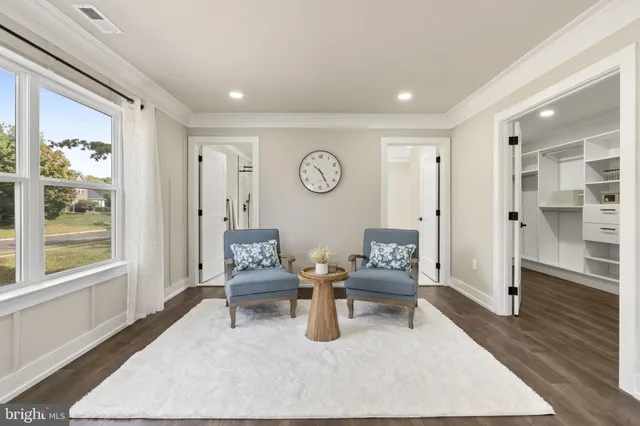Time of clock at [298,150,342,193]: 10:24
